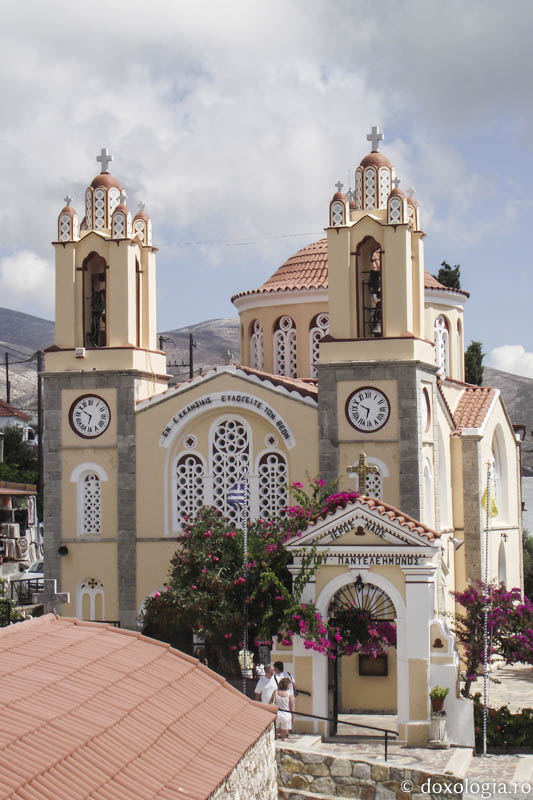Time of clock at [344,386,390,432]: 6:48
